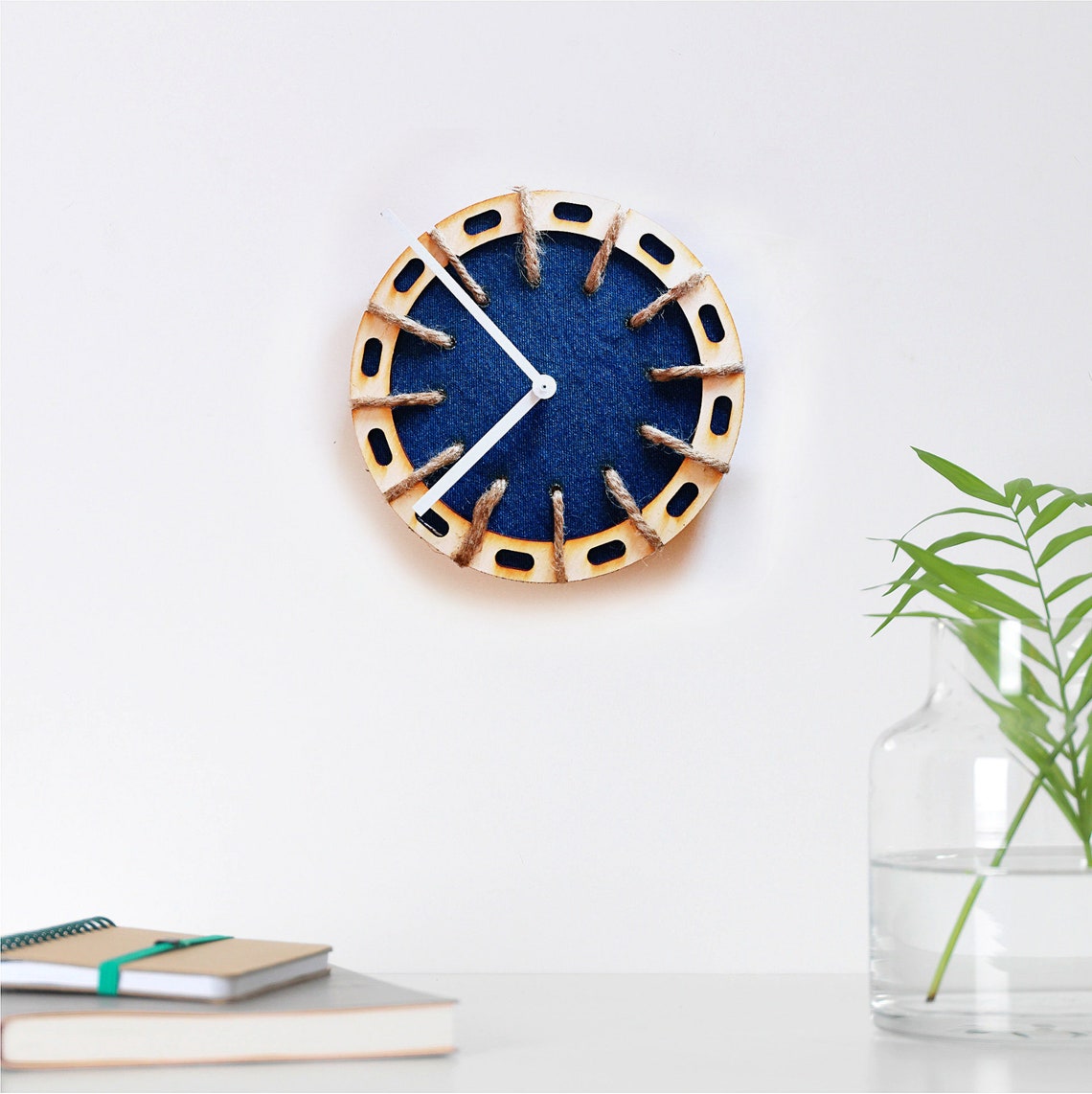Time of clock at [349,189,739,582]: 10:38
